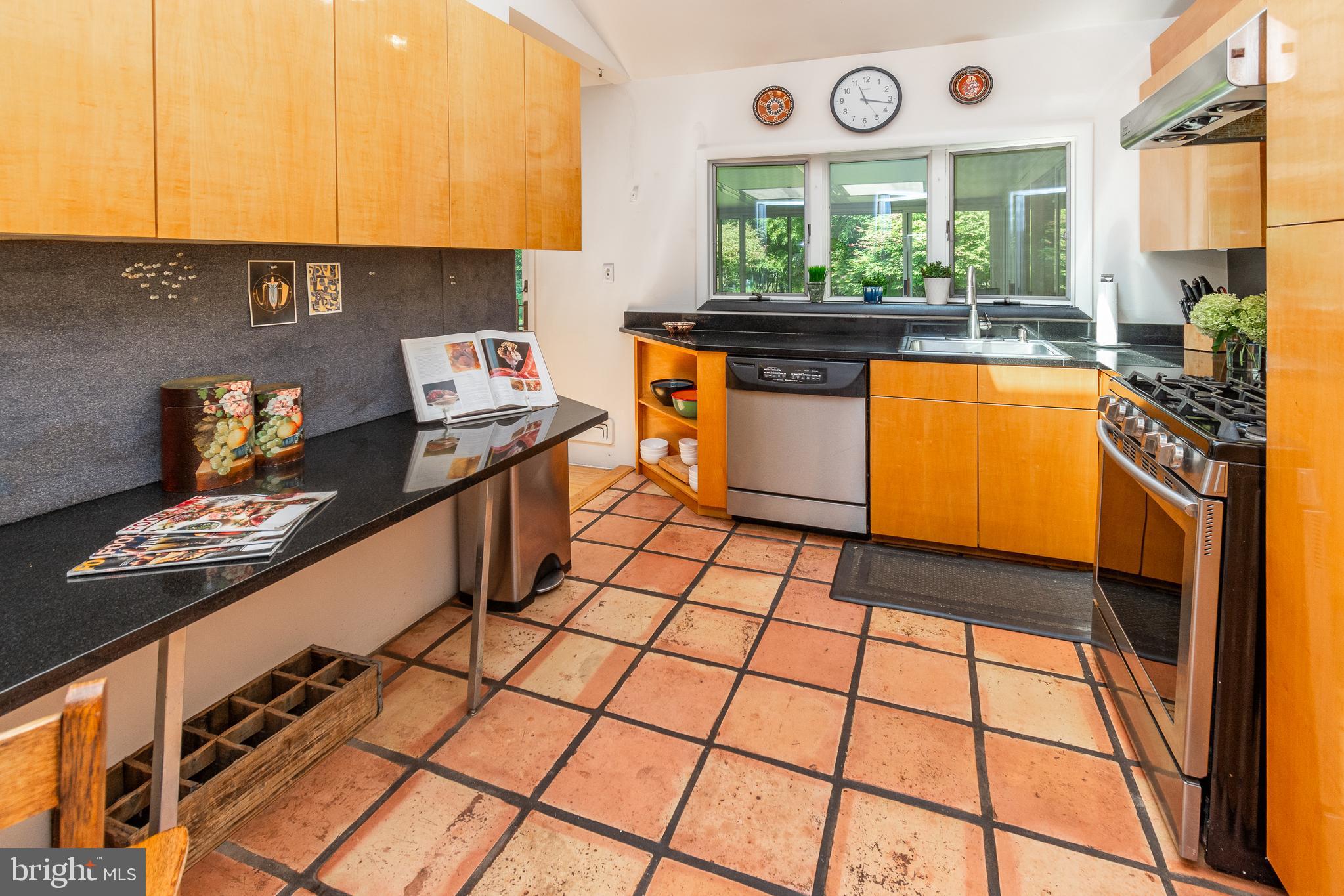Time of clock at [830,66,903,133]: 11:16
